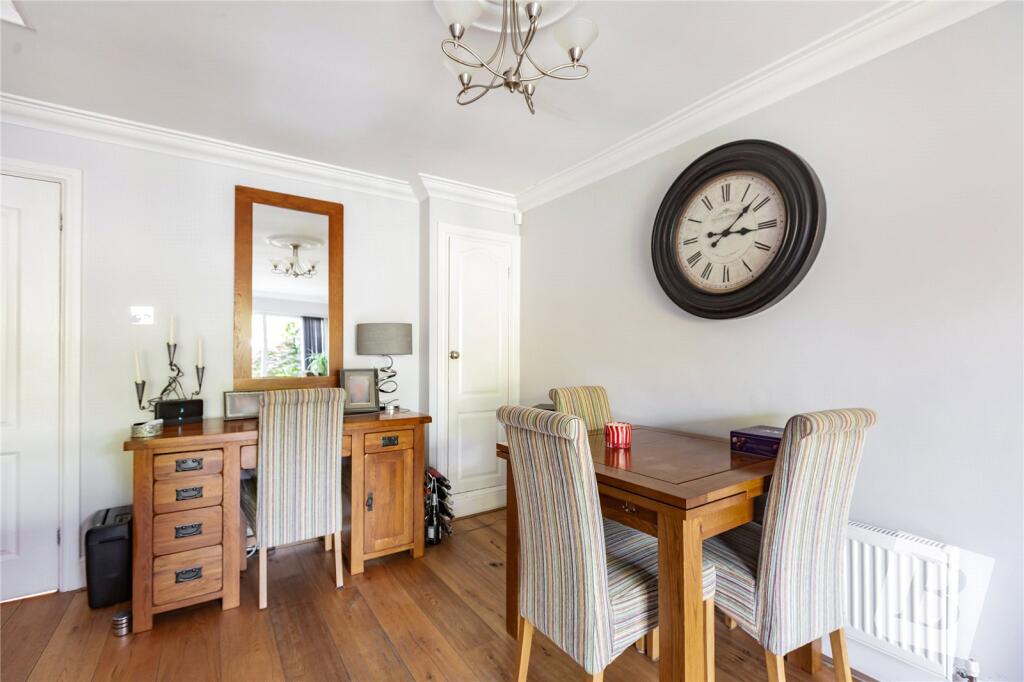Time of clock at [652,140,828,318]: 3:08
